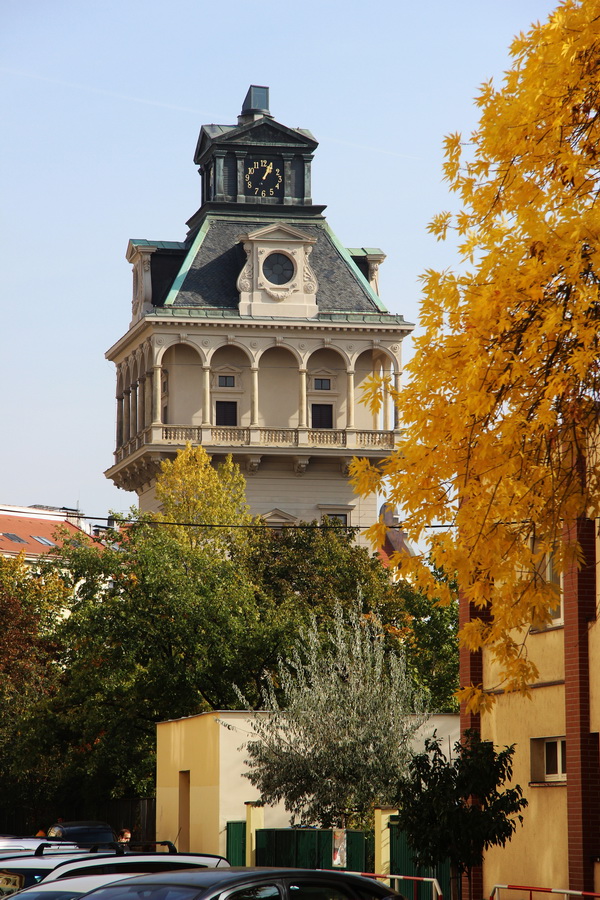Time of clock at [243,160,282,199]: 1:03
